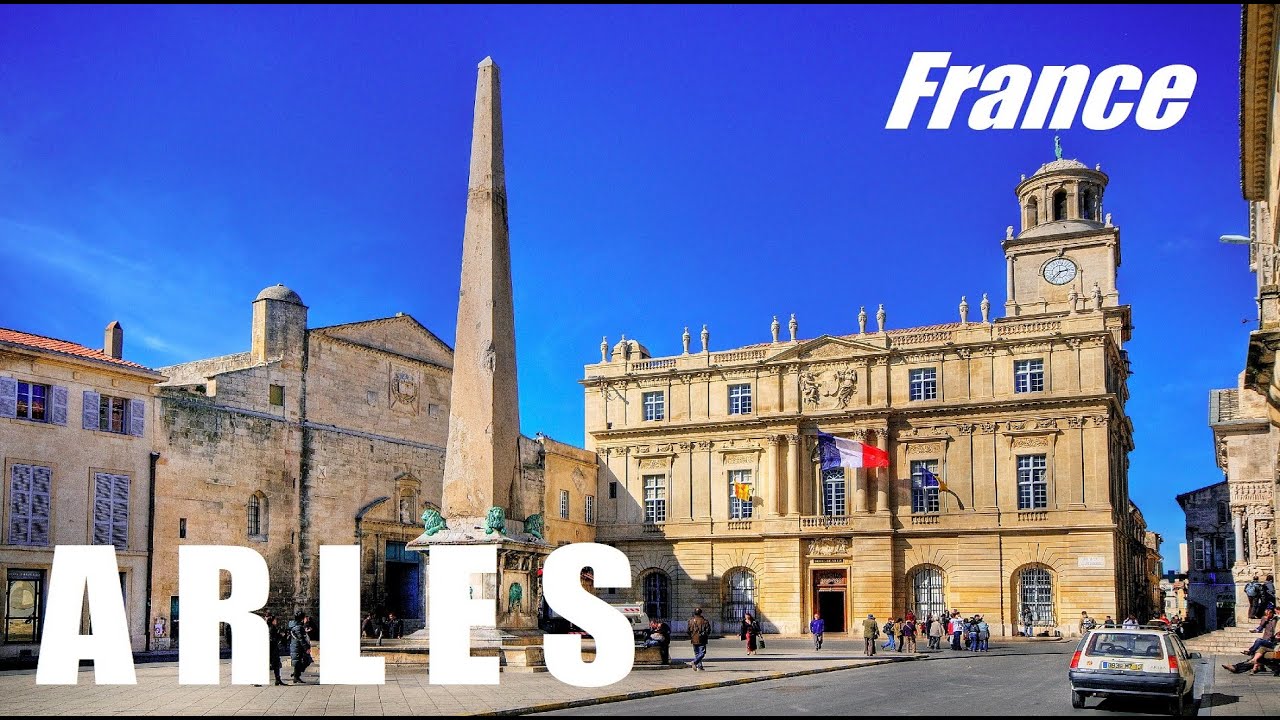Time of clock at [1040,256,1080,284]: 2:36
